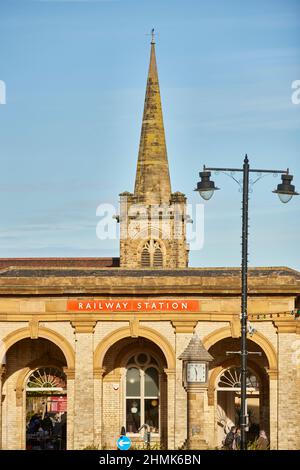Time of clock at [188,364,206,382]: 11:29
